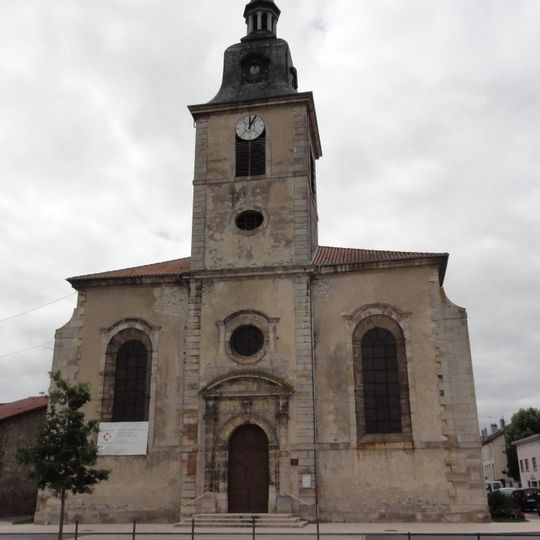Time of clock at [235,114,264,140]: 12:05
